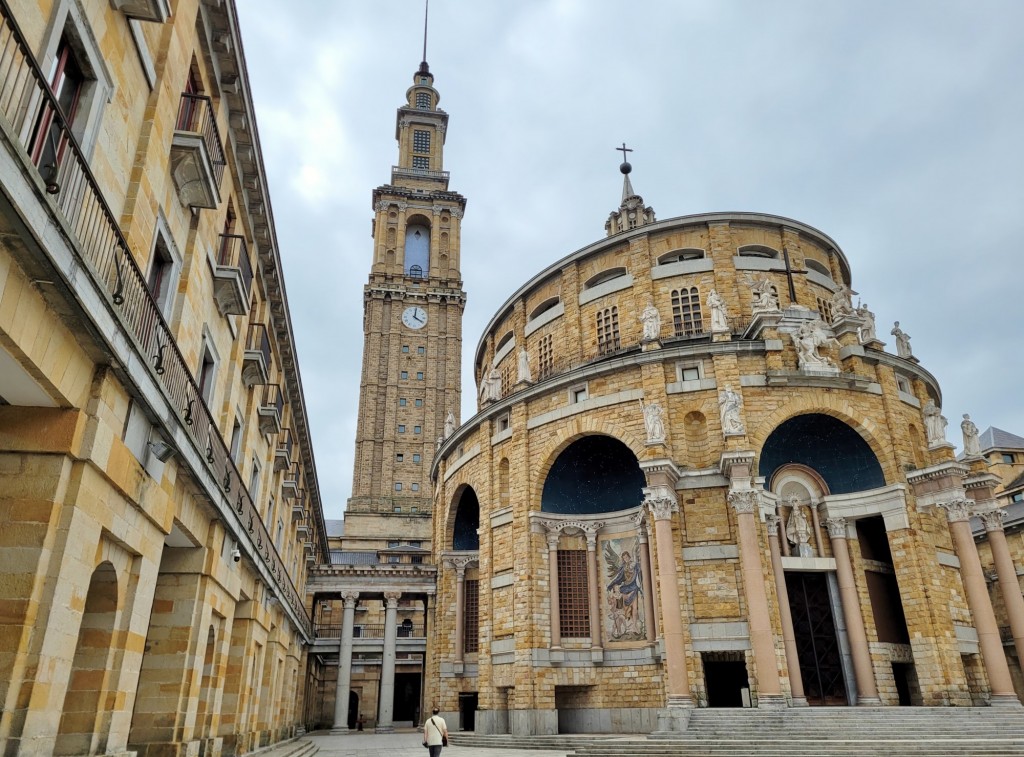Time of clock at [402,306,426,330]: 4:01
